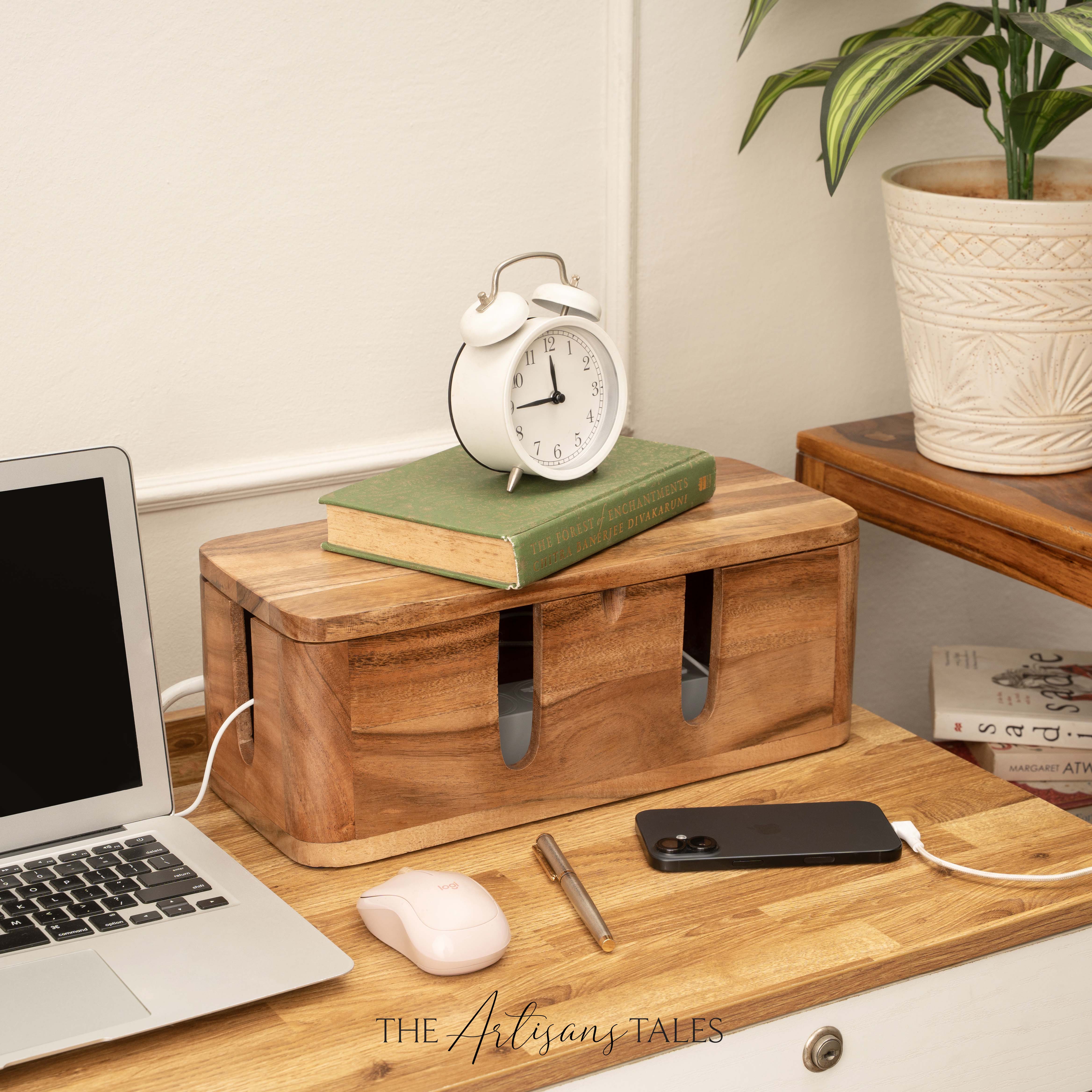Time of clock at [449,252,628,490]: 11:44
